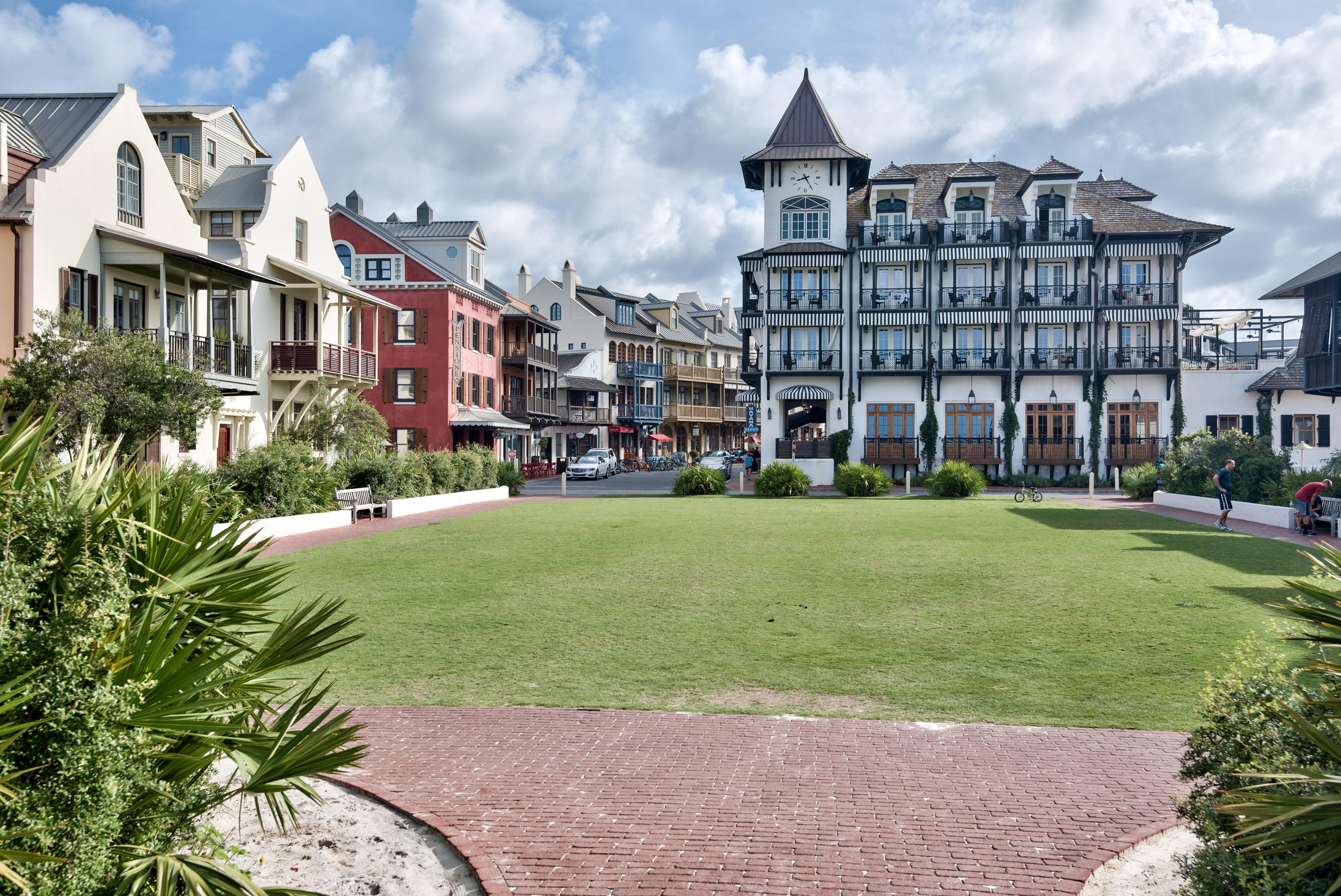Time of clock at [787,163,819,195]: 8:25
